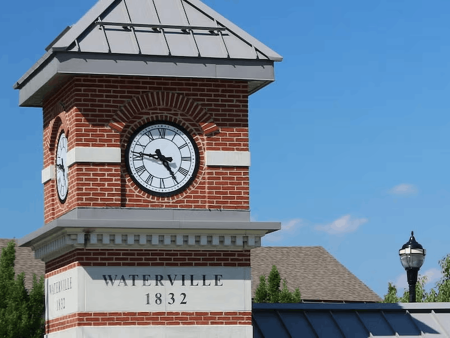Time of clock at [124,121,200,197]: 4:46
